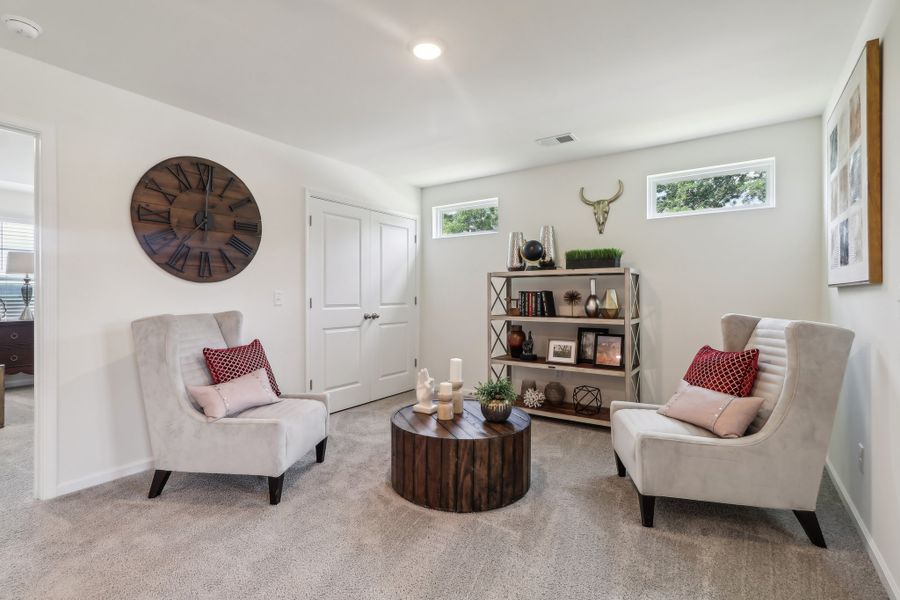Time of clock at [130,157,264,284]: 7:00
